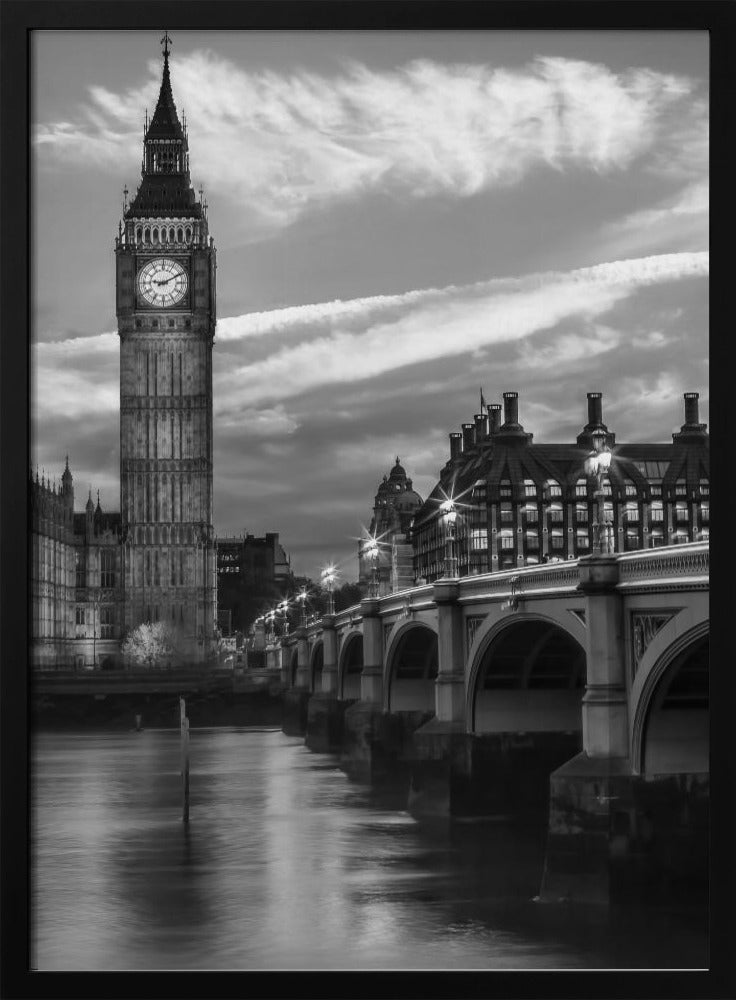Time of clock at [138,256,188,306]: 9:10
